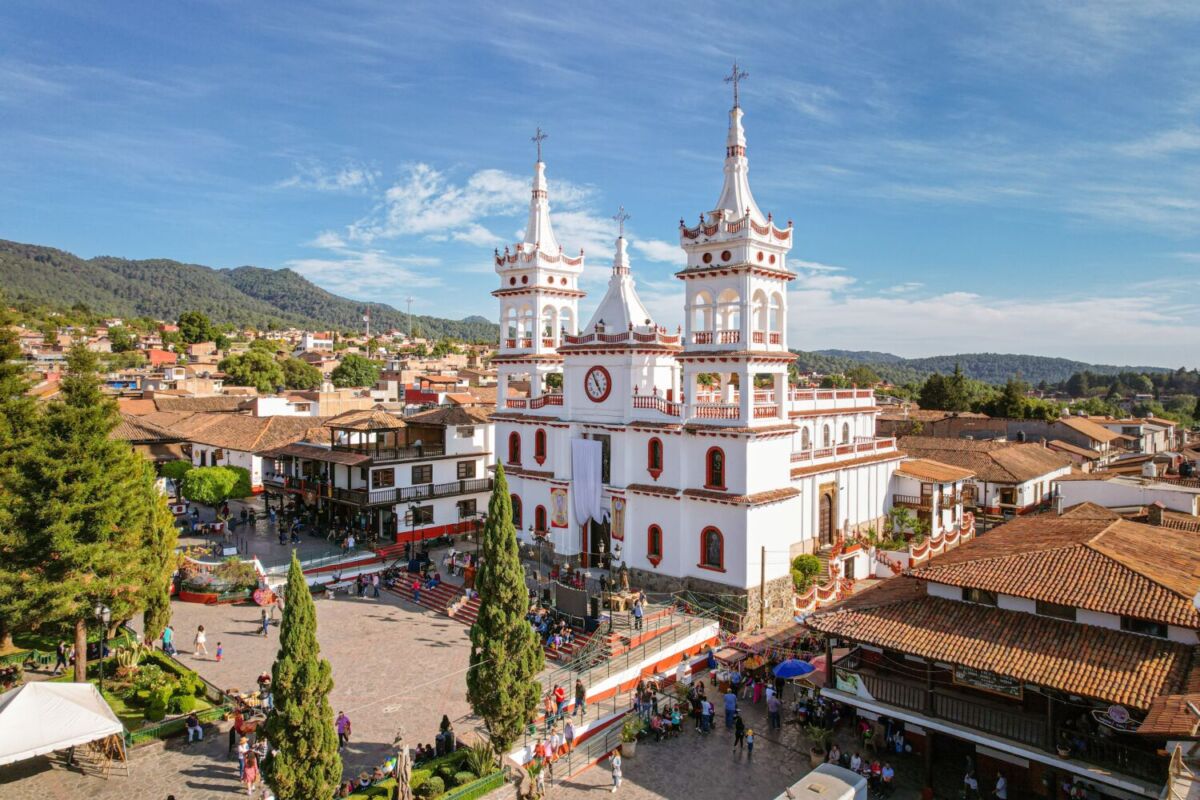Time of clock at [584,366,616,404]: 4:54
